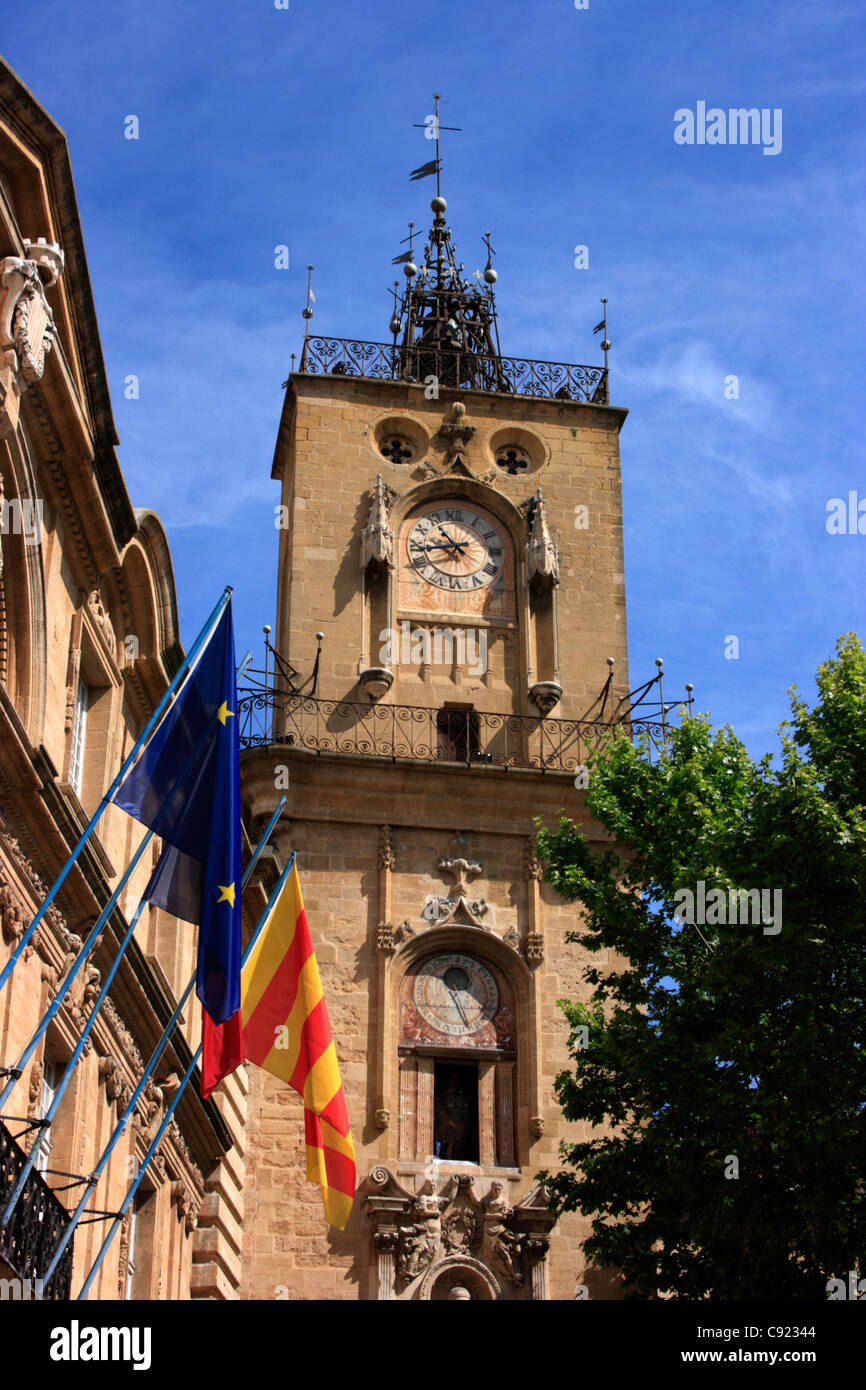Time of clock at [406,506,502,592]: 10:43
